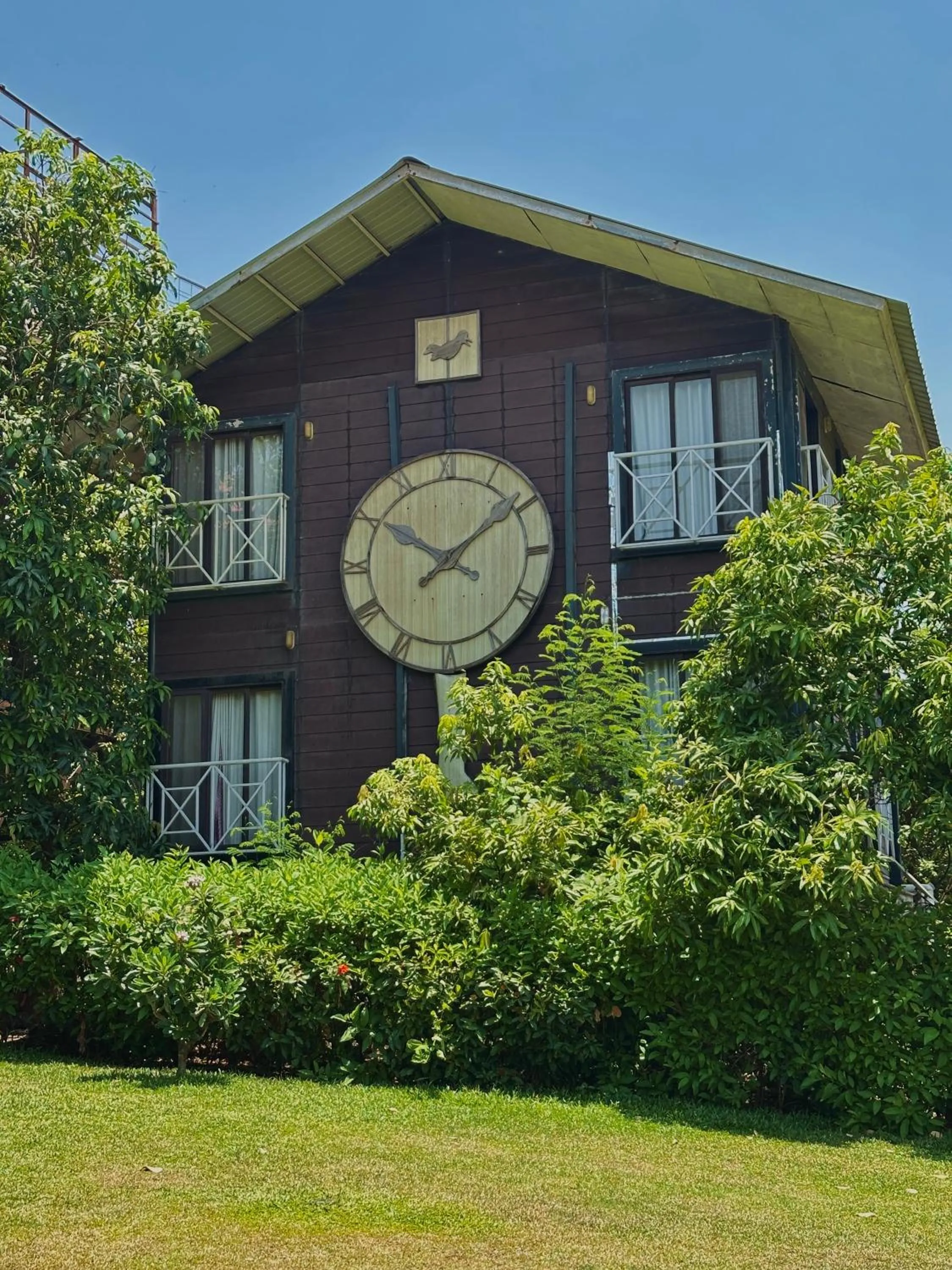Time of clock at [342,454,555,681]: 10:08
